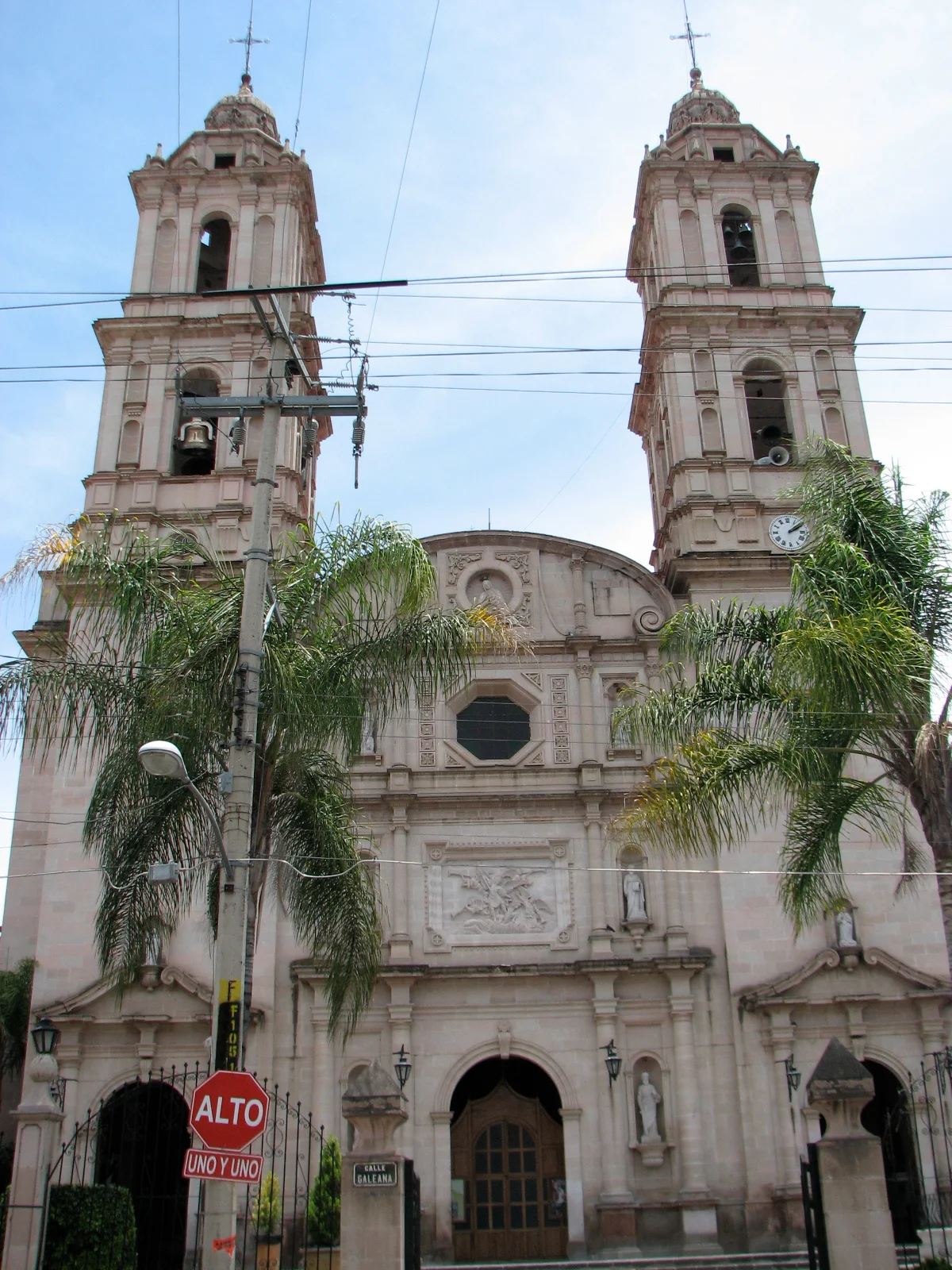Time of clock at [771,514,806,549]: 2:09
